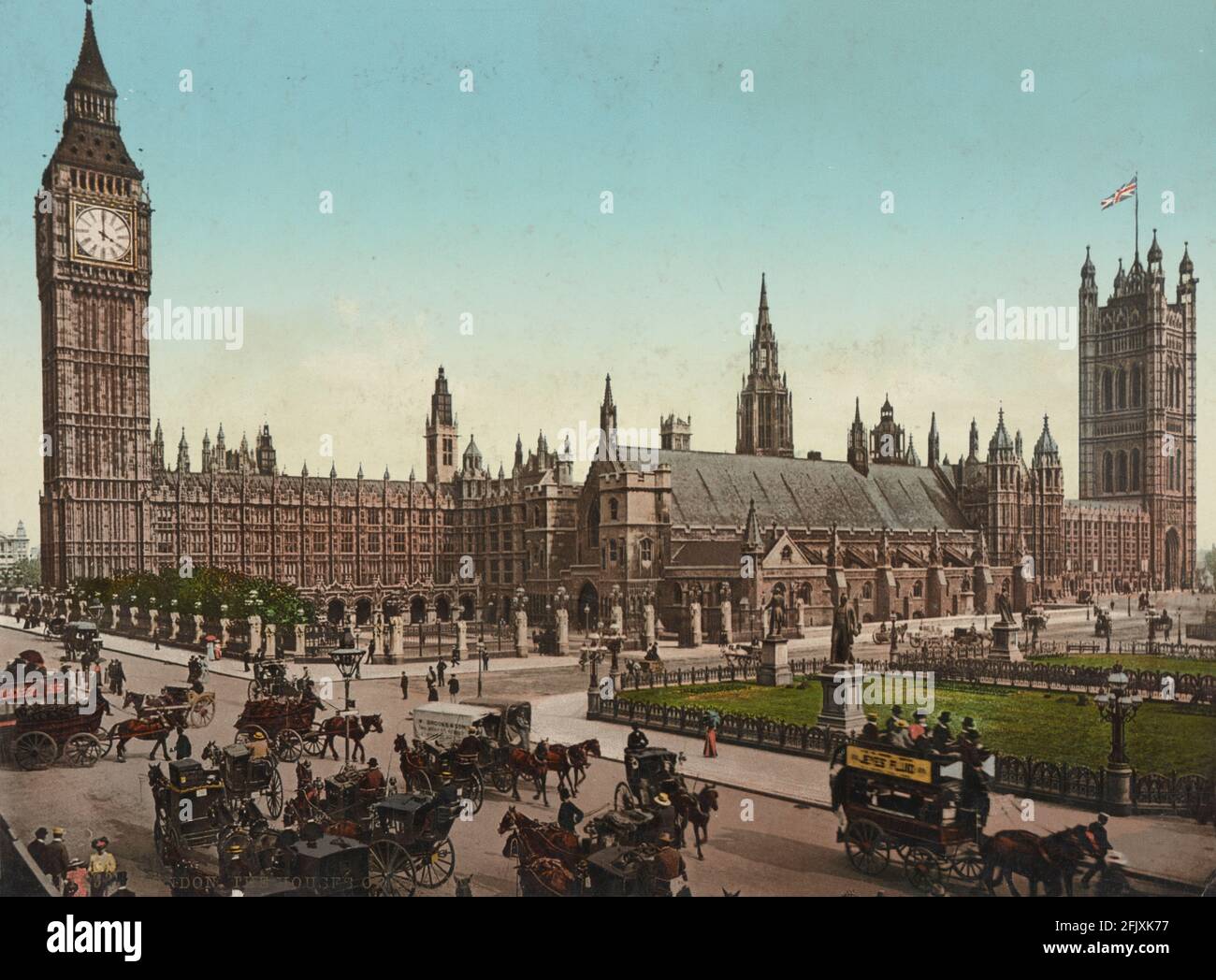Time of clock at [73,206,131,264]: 4:00
